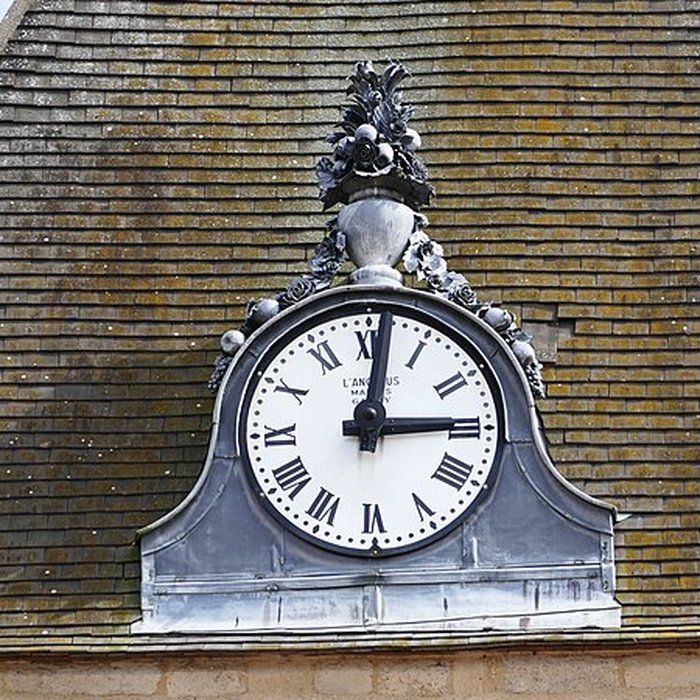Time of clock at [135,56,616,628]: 3:01
